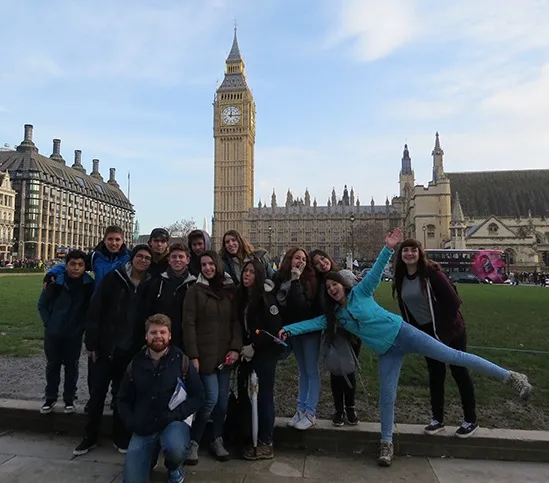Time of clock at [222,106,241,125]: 12:14
